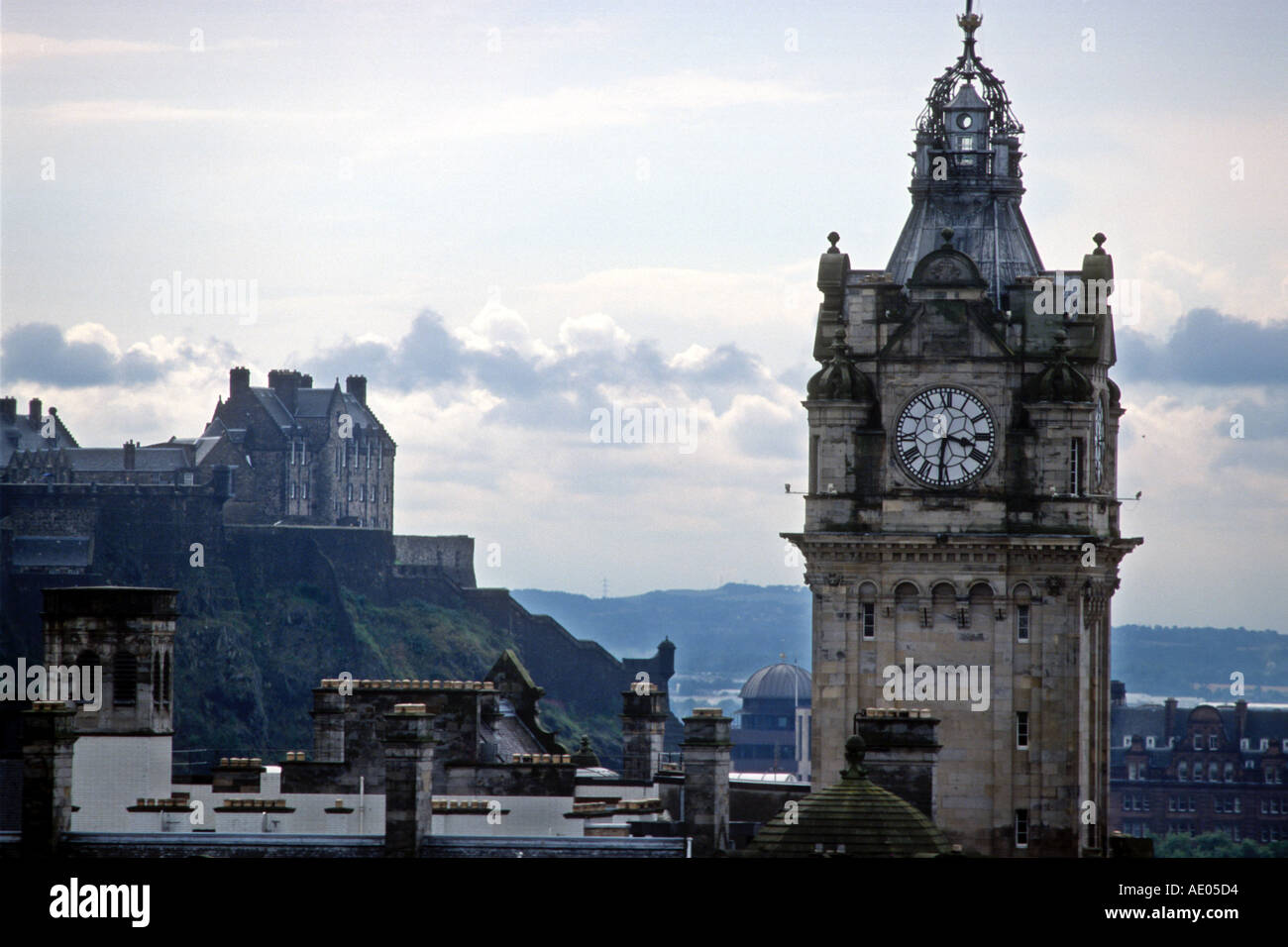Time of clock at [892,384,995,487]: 3:31
